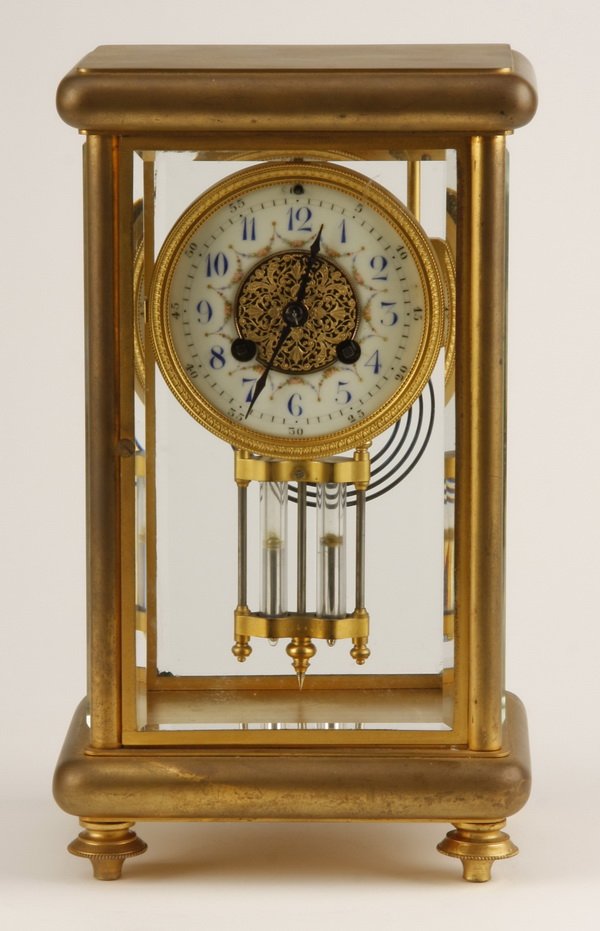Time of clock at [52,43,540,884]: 7:03
